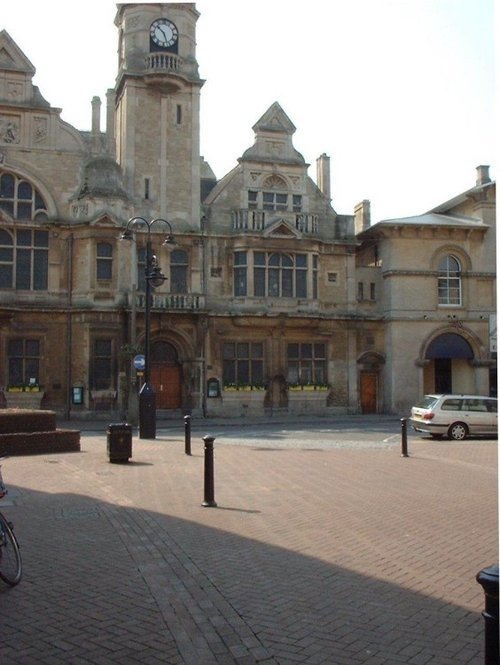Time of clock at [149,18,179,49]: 10:26
